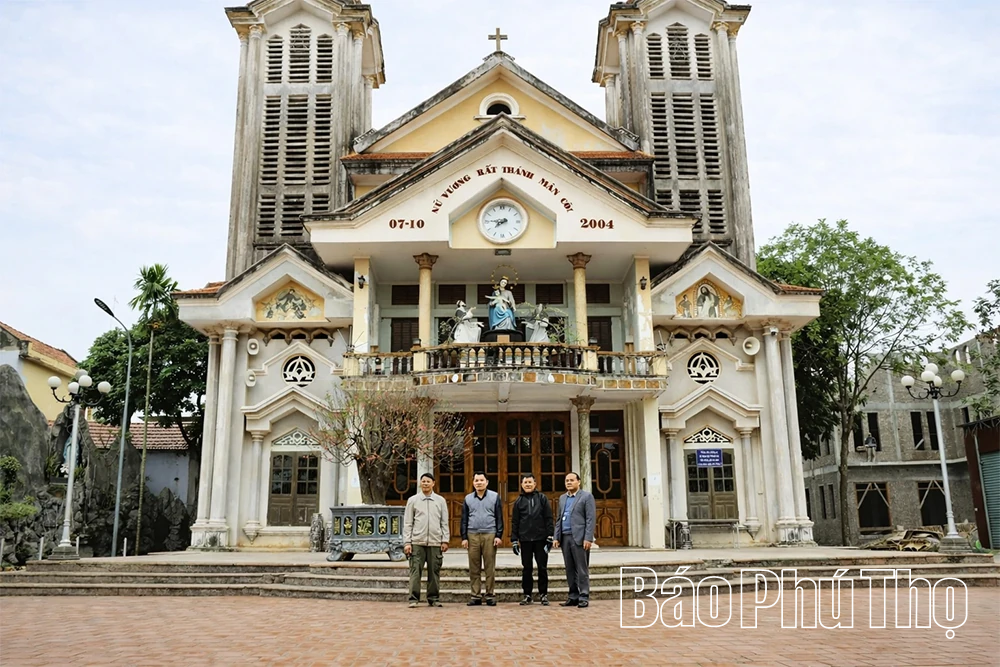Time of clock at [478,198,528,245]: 7:45
